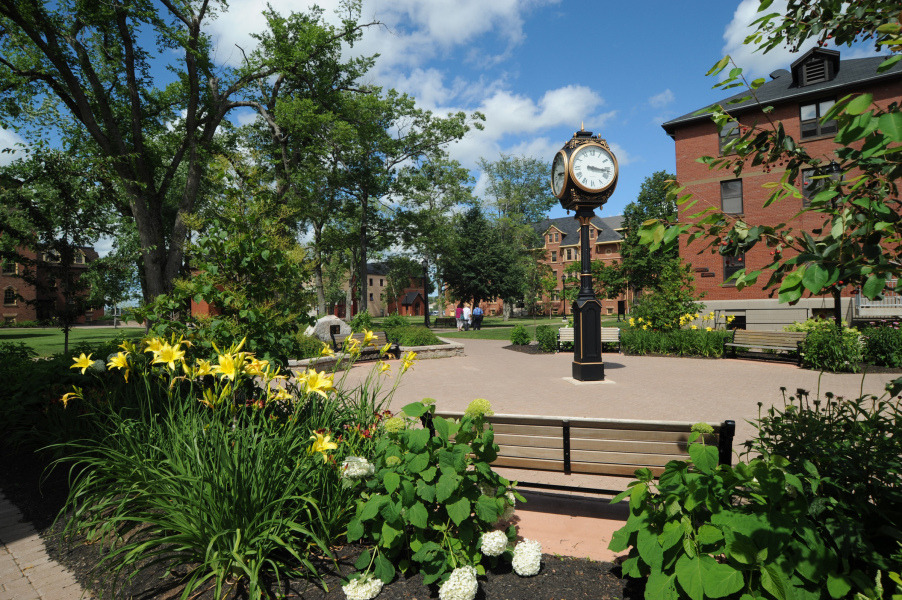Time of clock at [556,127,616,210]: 3:16
